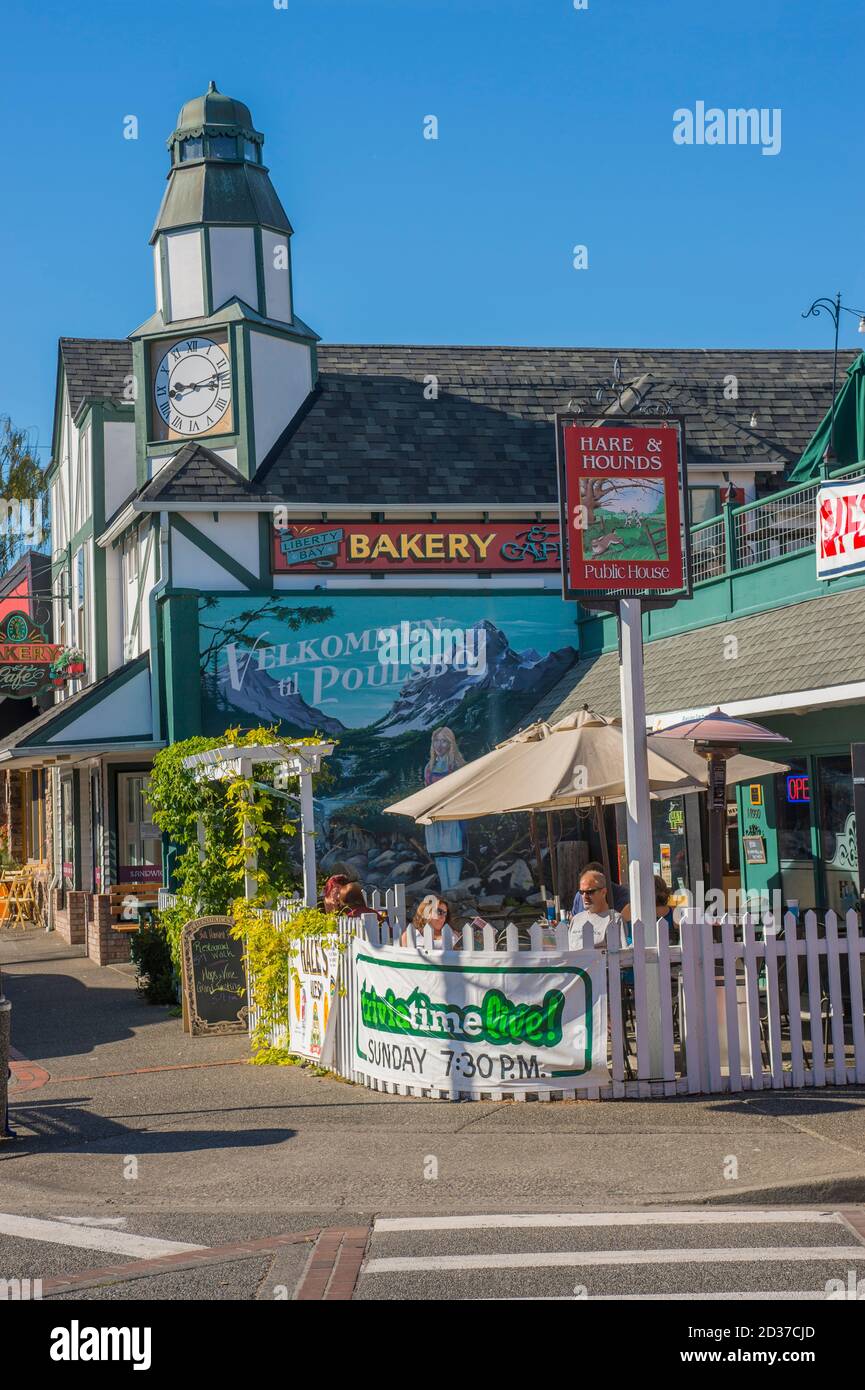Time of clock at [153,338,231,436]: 9:12
